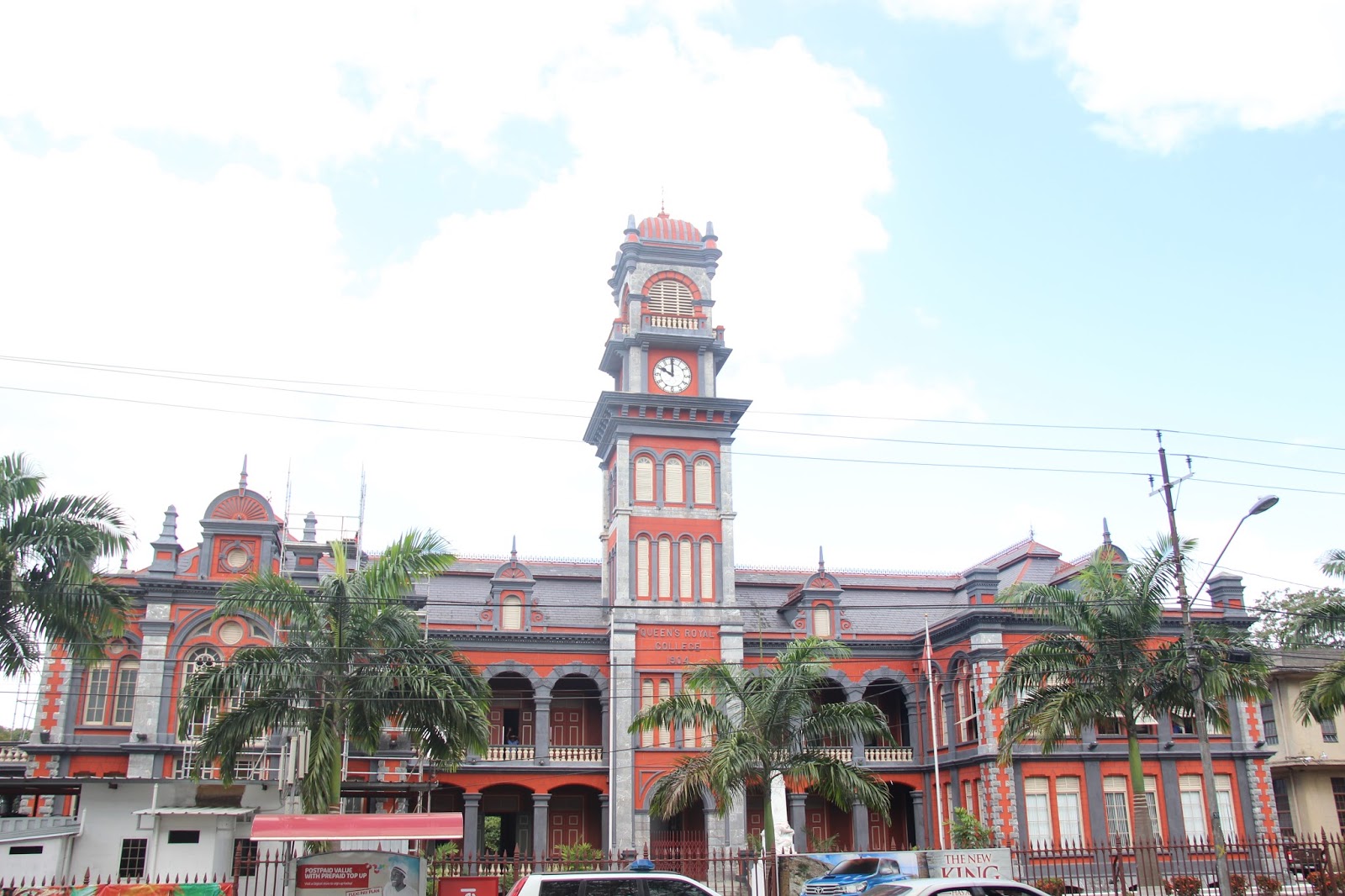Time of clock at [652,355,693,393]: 9:59
